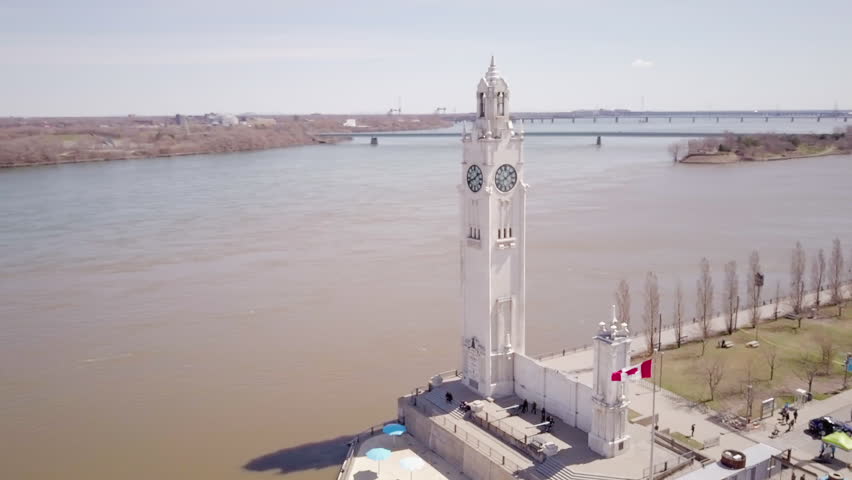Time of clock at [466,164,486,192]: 1:41
